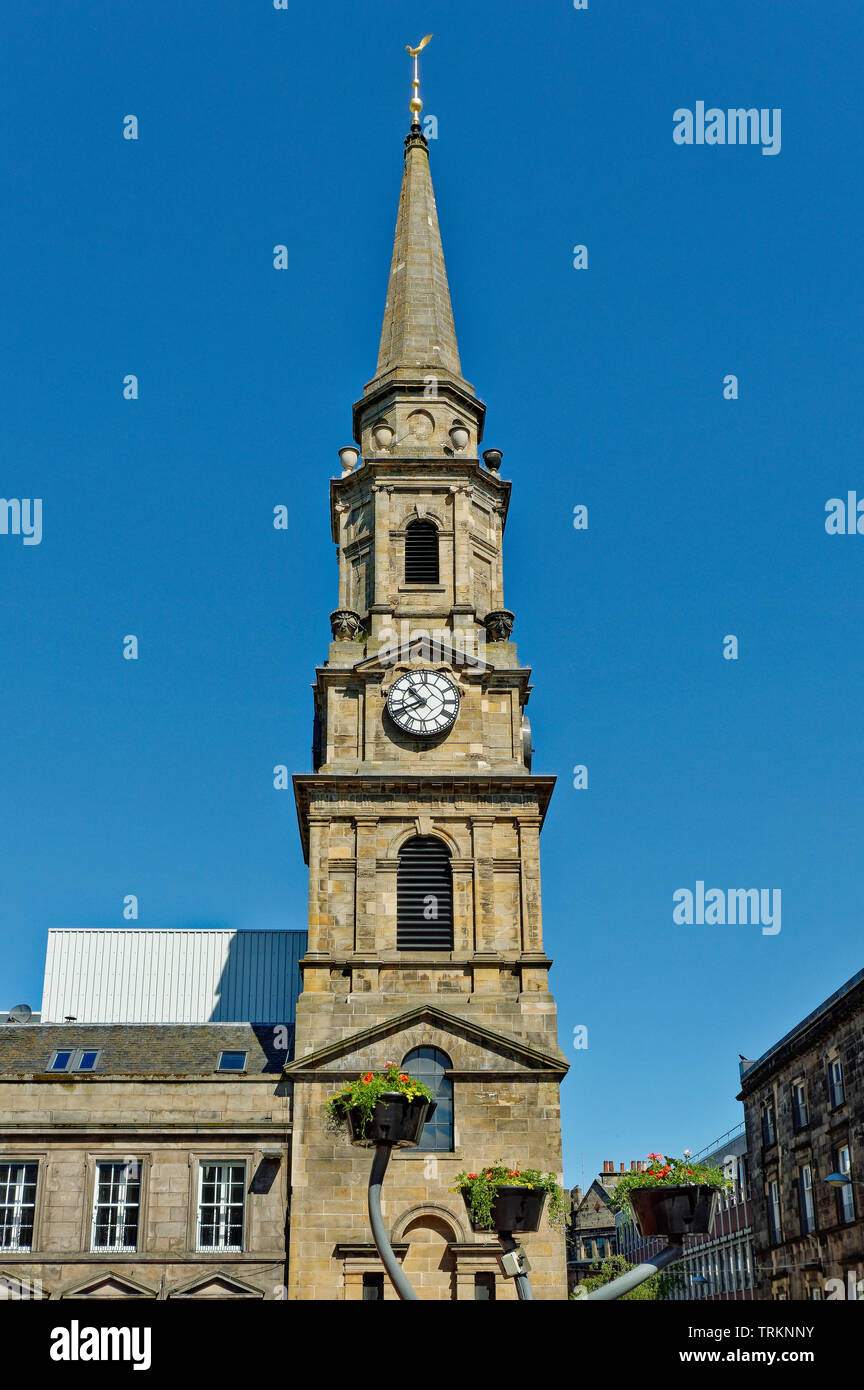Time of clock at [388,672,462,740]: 10:40
